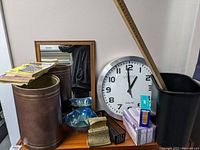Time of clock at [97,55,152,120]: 12:59
